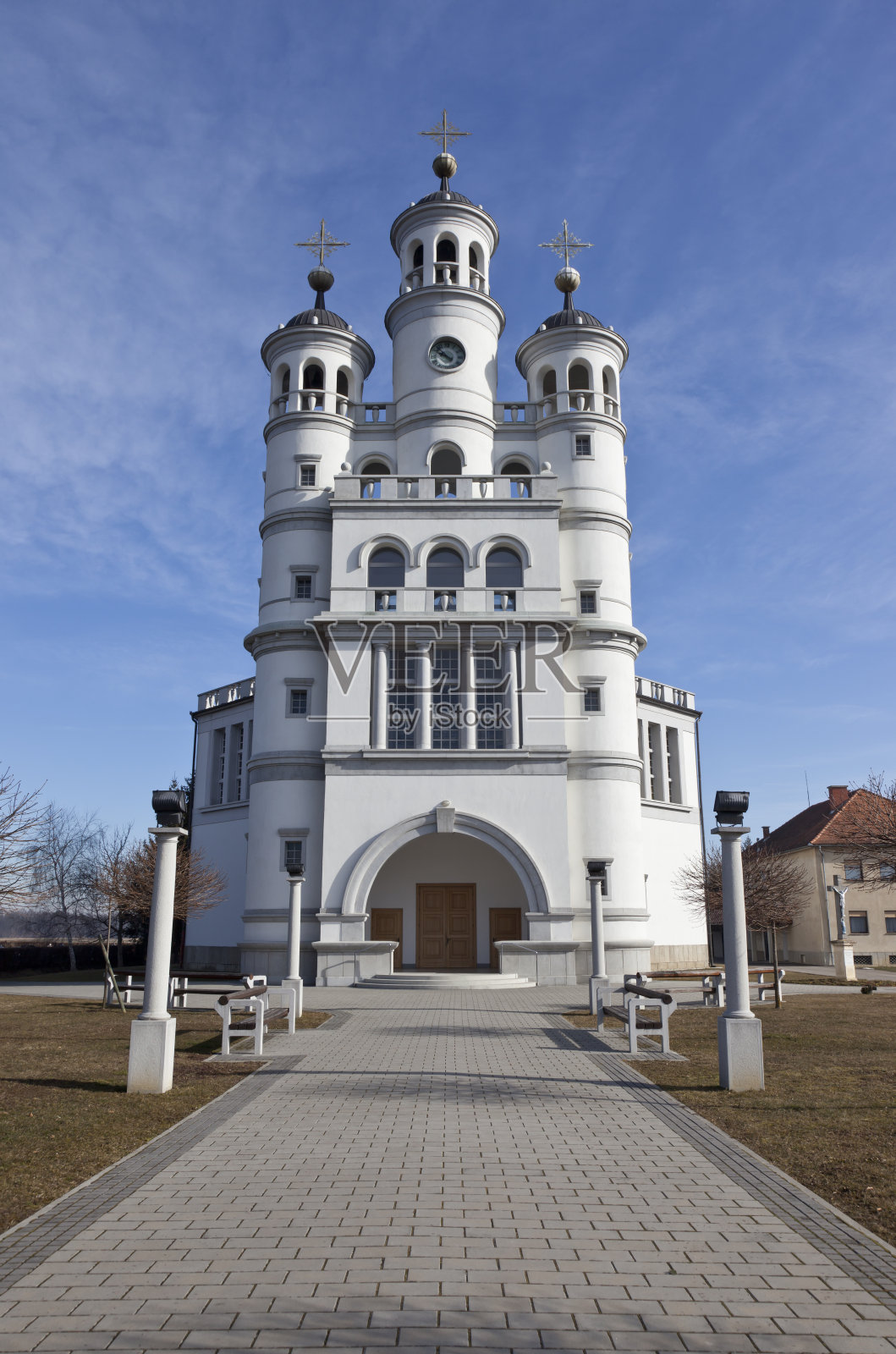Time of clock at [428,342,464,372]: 9:52
